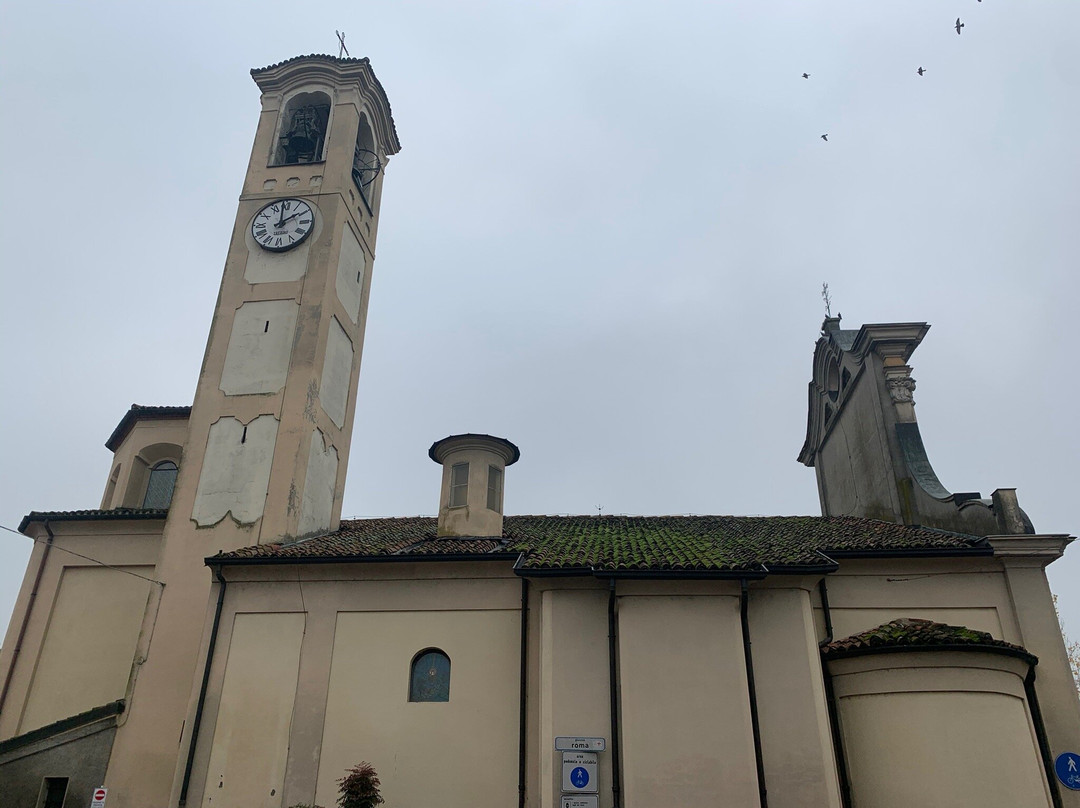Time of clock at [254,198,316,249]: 1:59
